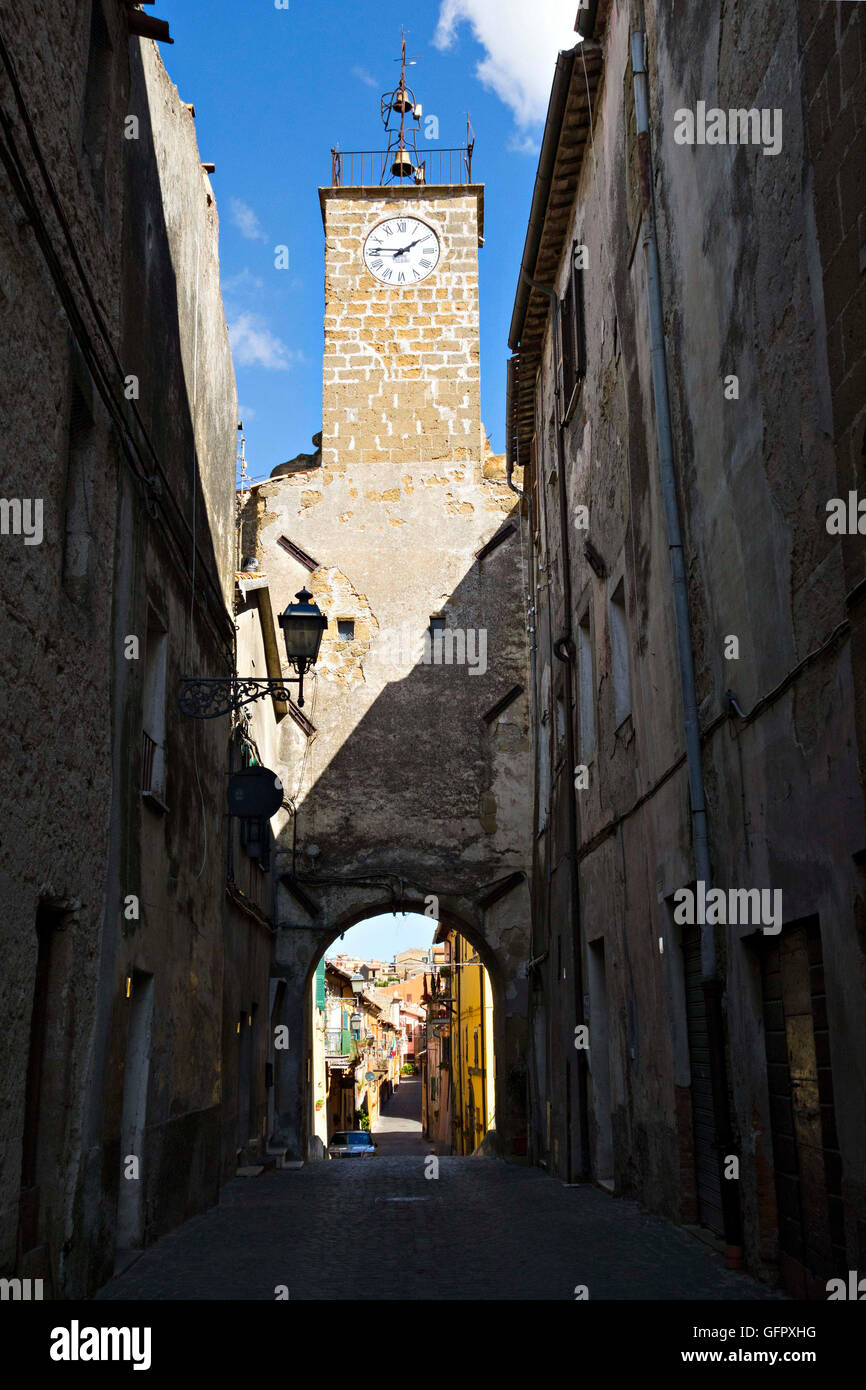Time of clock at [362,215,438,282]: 1:46
